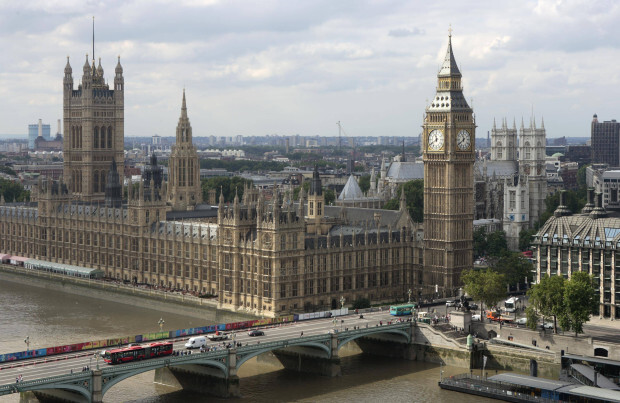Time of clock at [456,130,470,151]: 11:39
